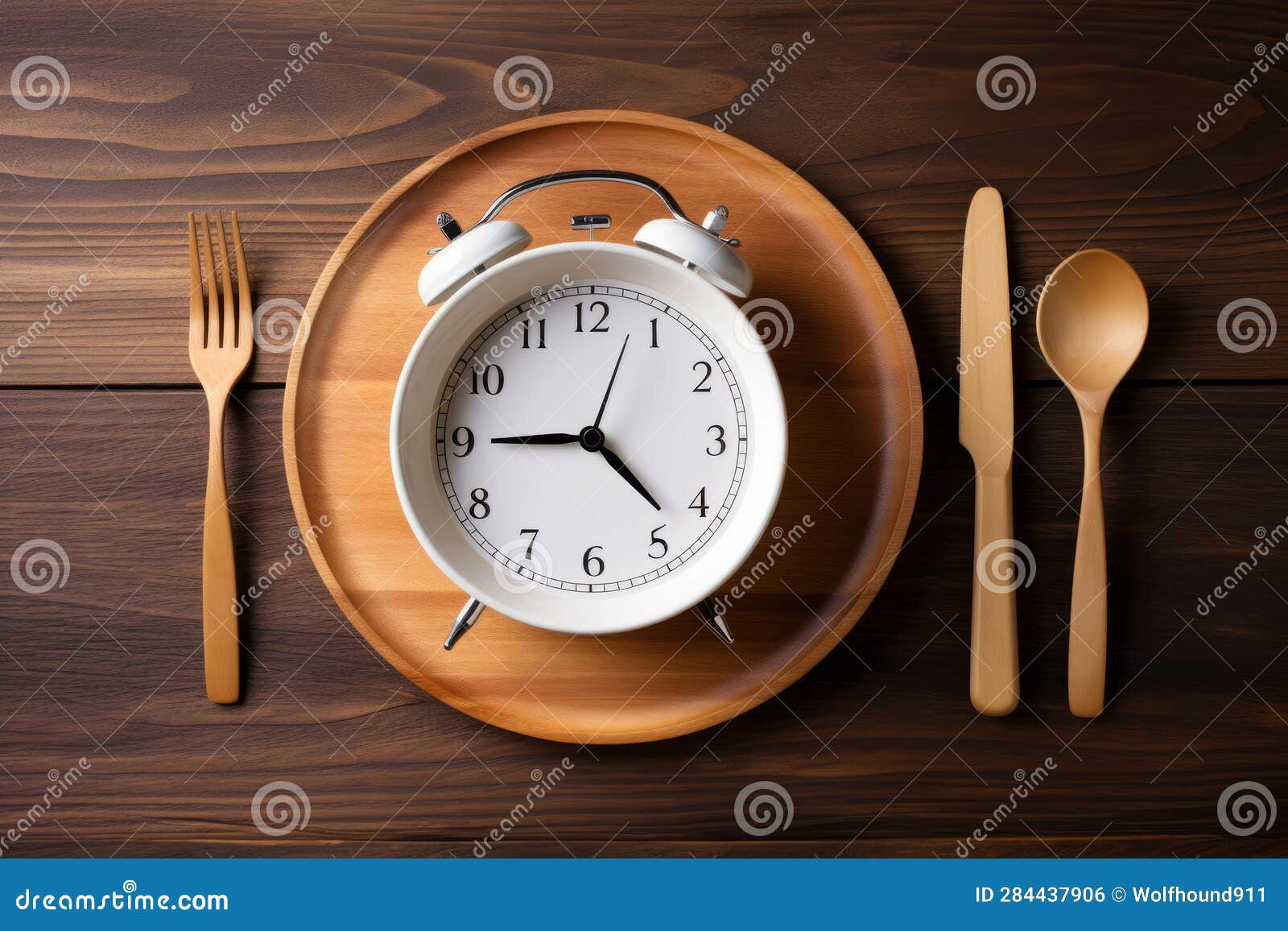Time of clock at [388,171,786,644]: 4:45
